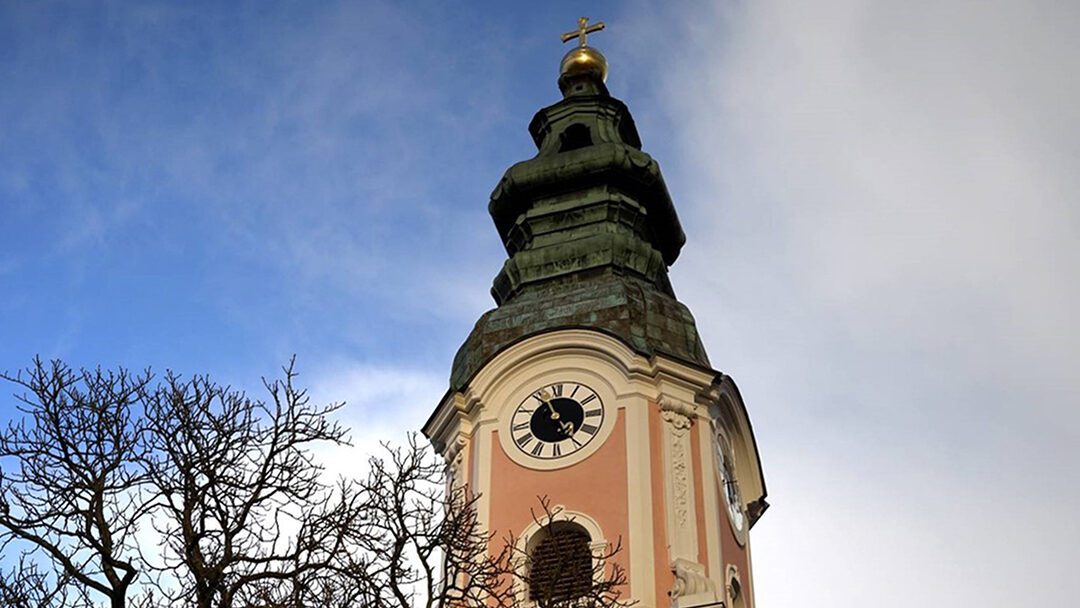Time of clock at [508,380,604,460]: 4:56
